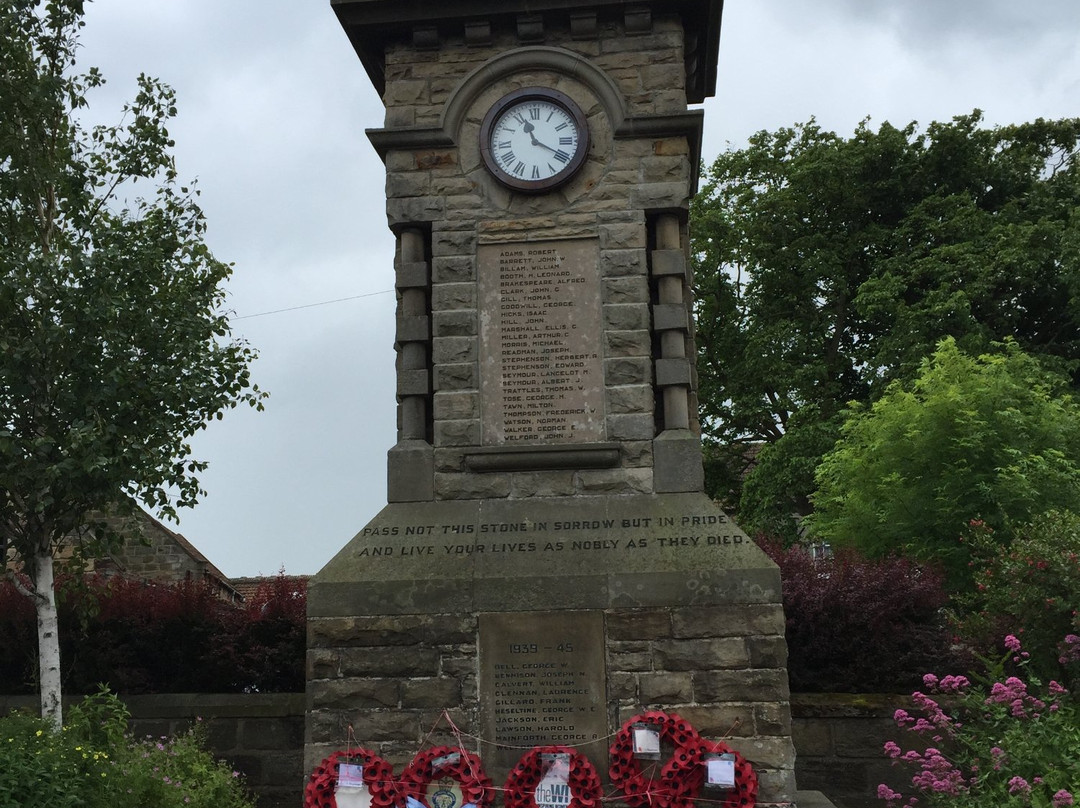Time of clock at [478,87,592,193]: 11:19
